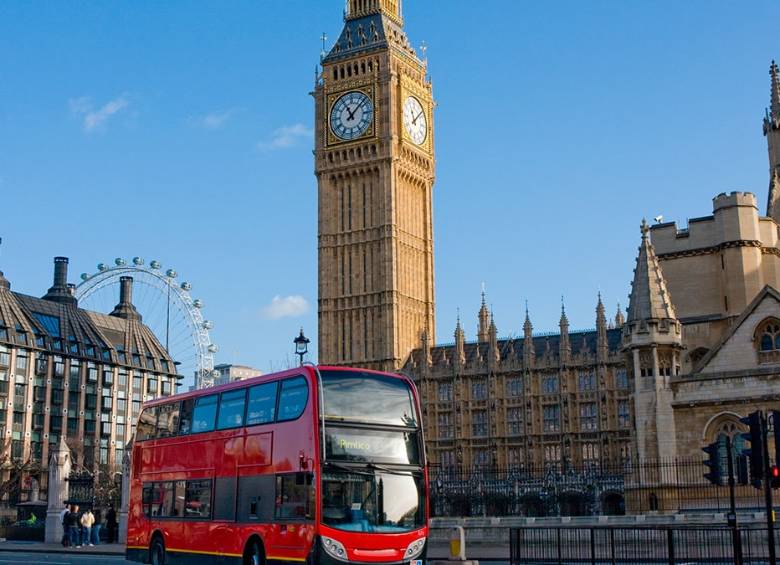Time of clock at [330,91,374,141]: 11:07
